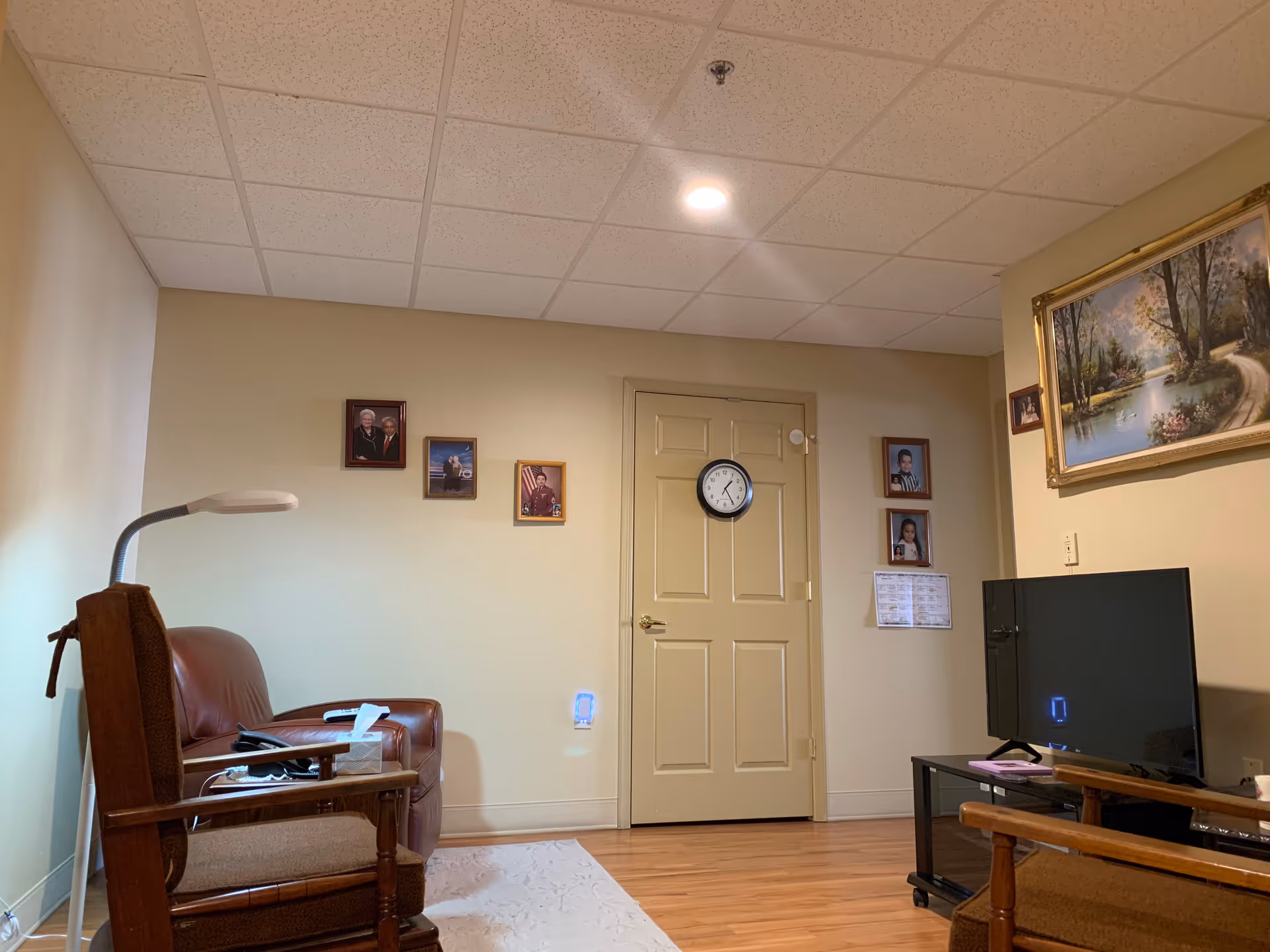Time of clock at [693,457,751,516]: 1:24
